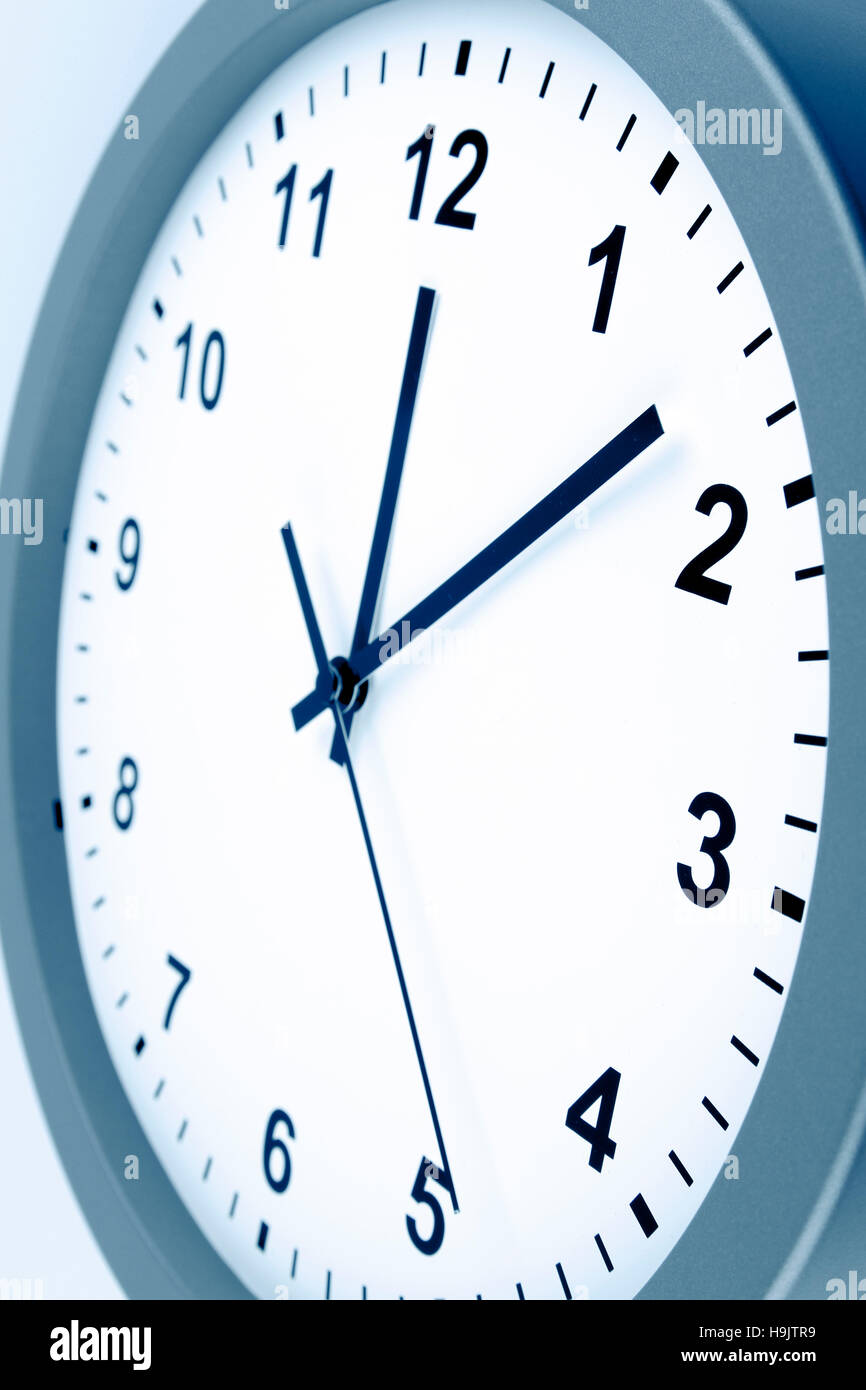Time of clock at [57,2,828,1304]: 12:07
